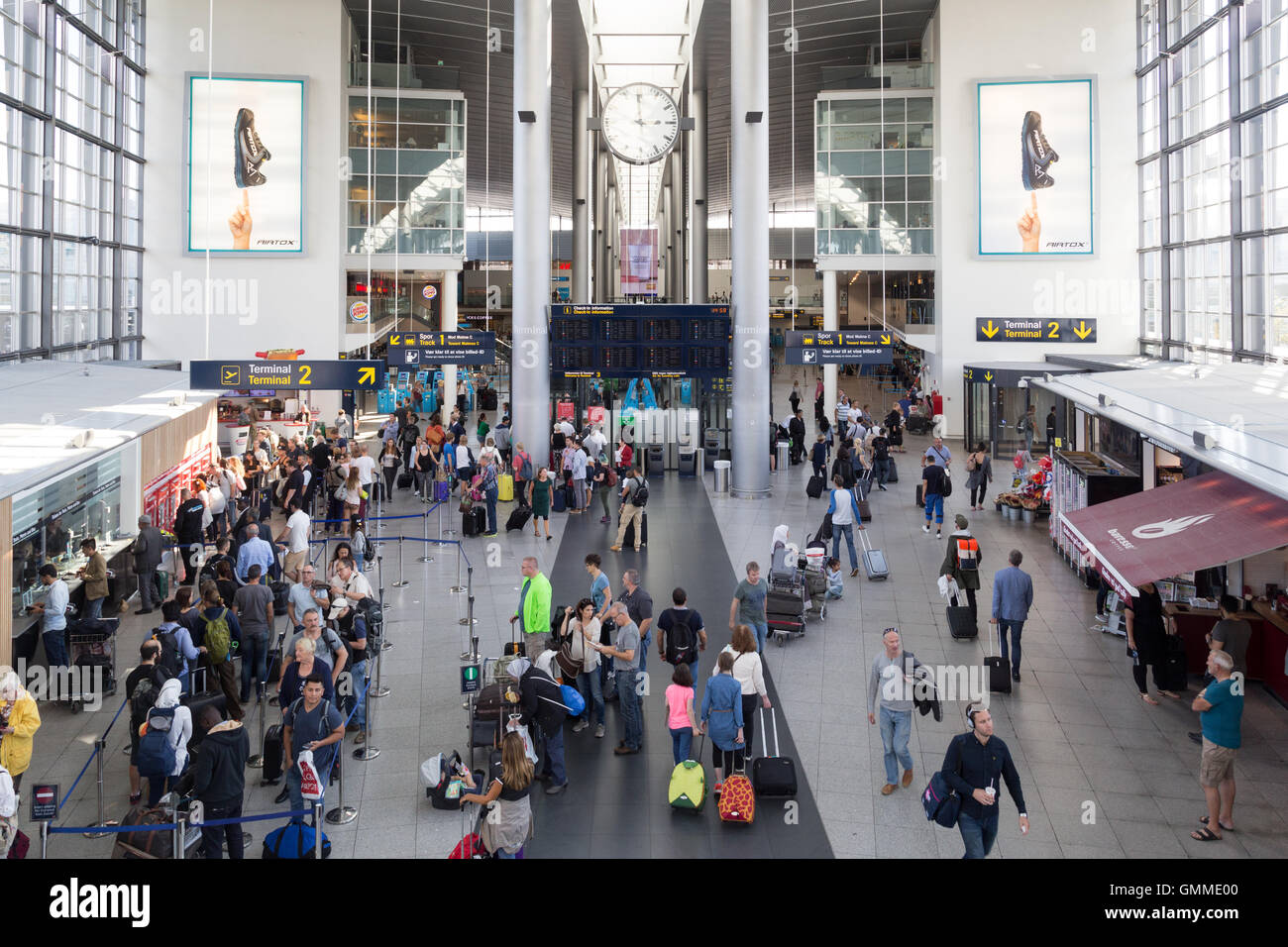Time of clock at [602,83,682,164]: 2:59
